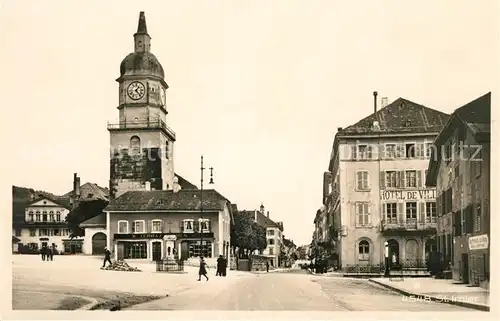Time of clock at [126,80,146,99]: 1:23
